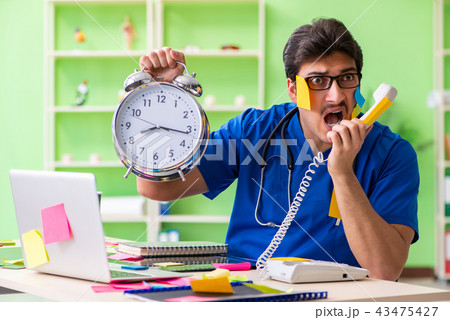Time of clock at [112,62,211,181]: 8:16
